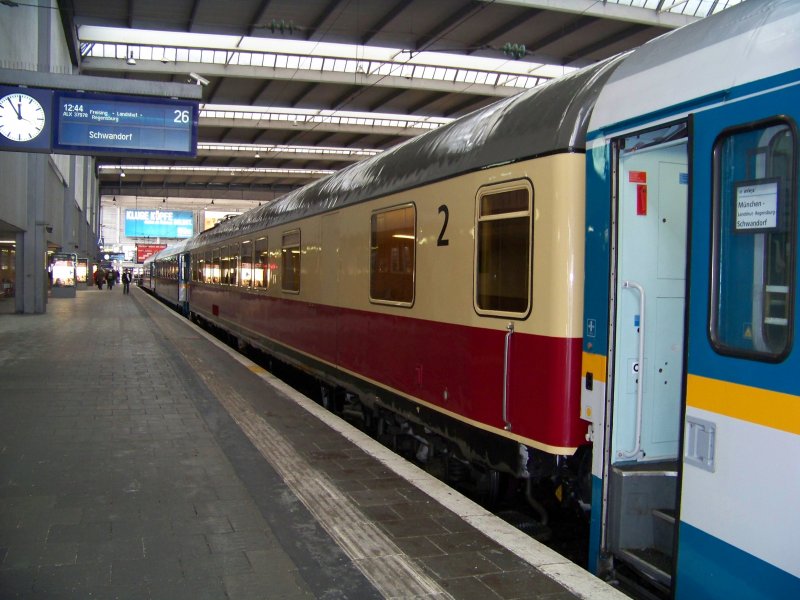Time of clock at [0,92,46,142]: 11:54
